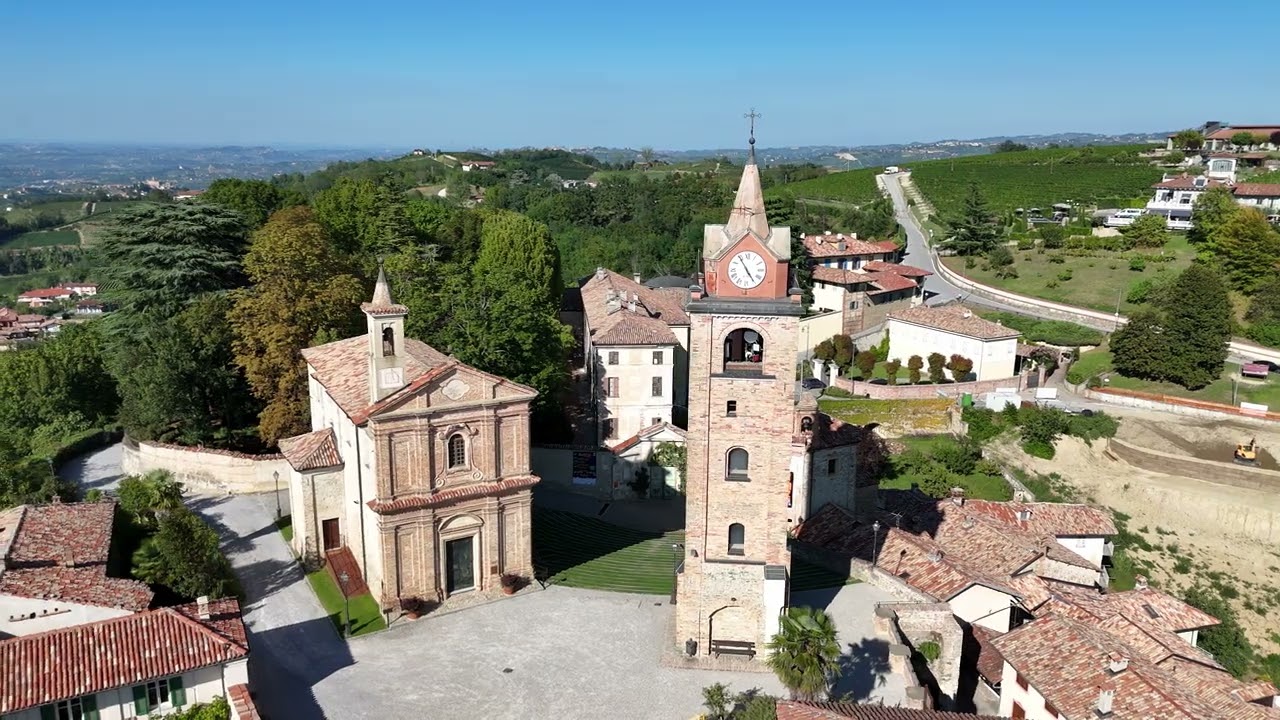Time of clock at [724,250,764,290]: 4:54
